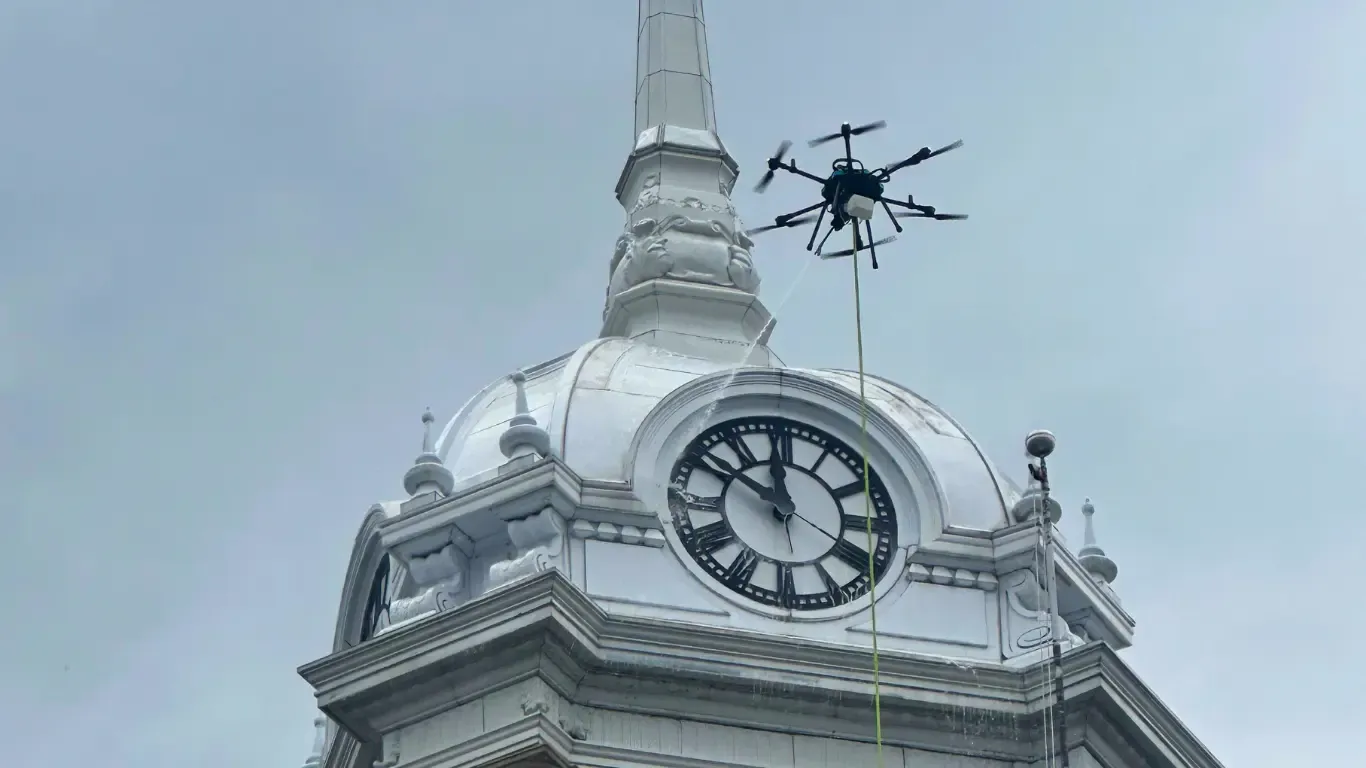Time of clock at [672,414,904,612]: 11:50
